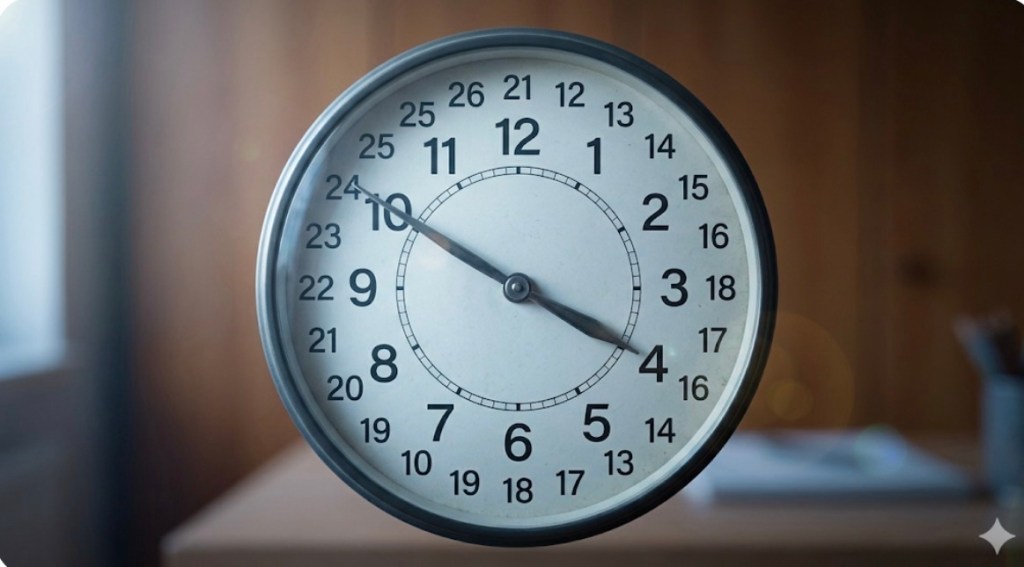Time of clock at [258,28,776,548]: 3:50
